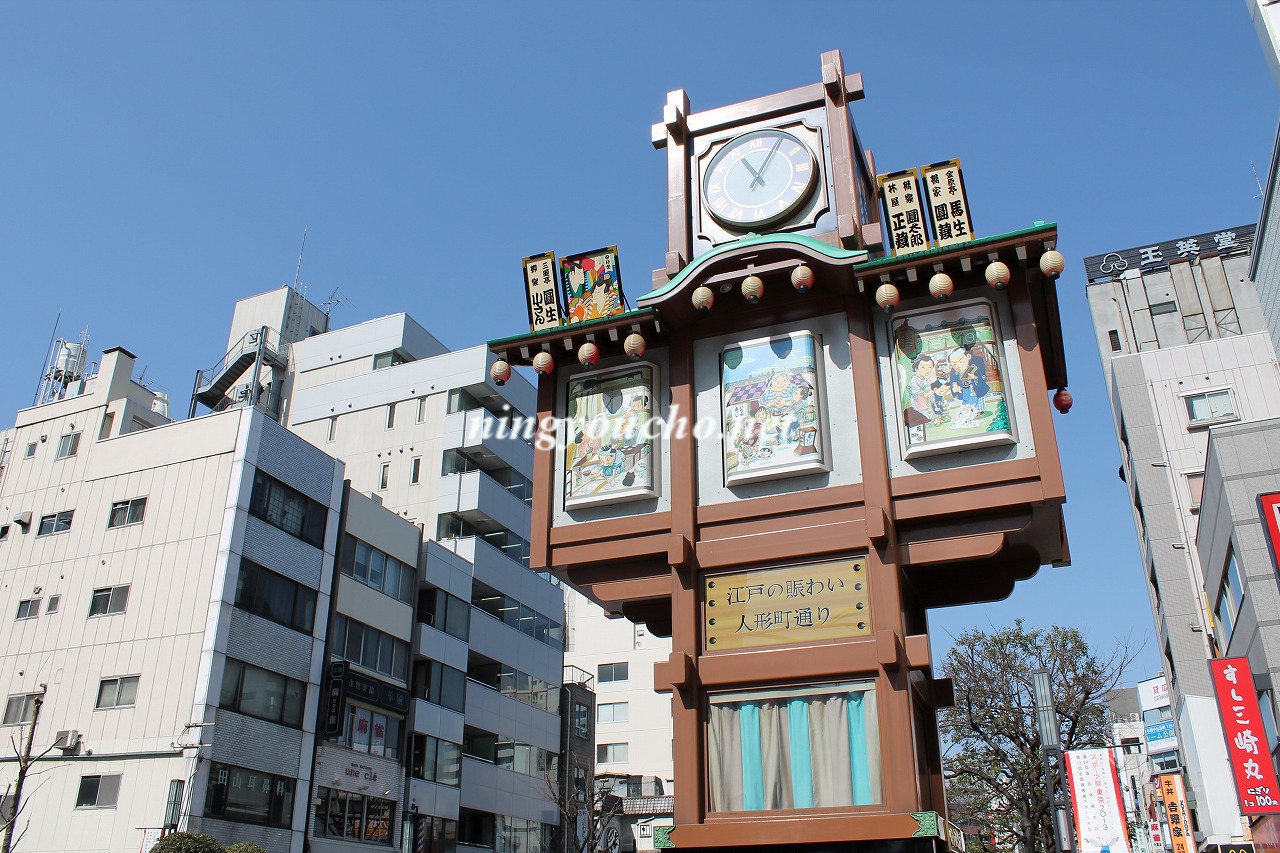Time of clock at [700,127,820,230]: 11:05
